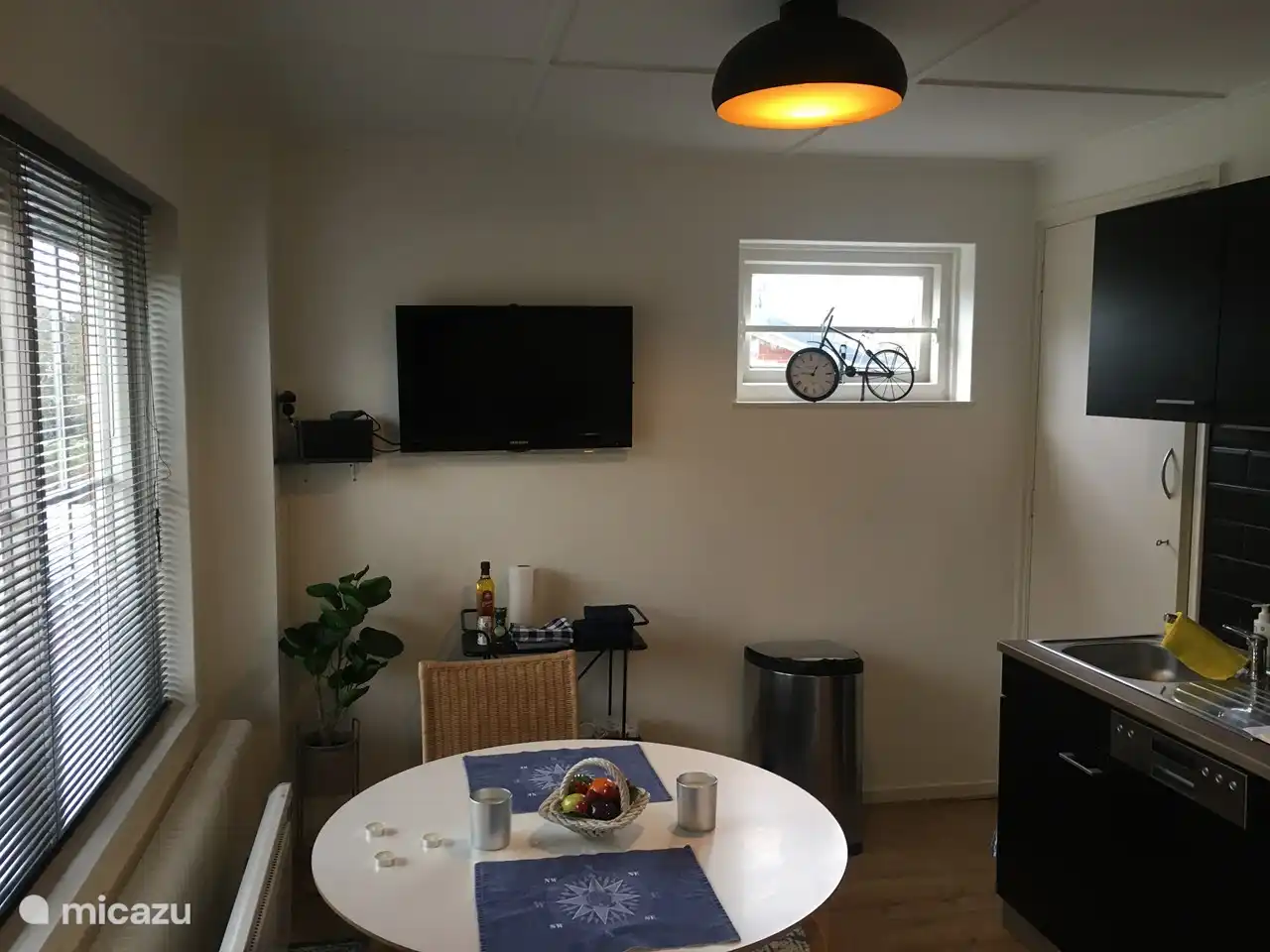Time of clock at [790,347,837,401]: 12:46
